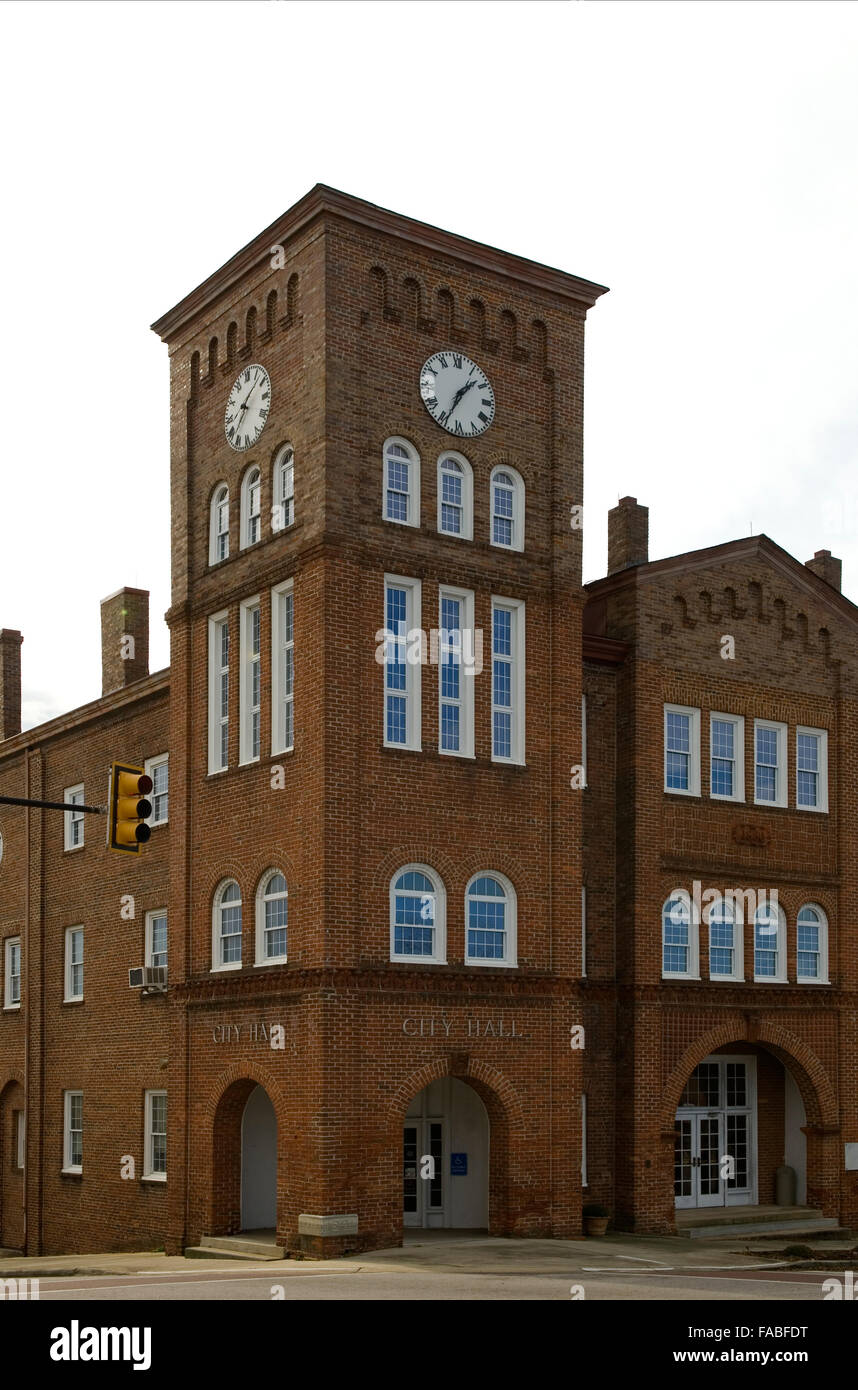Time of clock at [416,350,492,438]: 1:34
